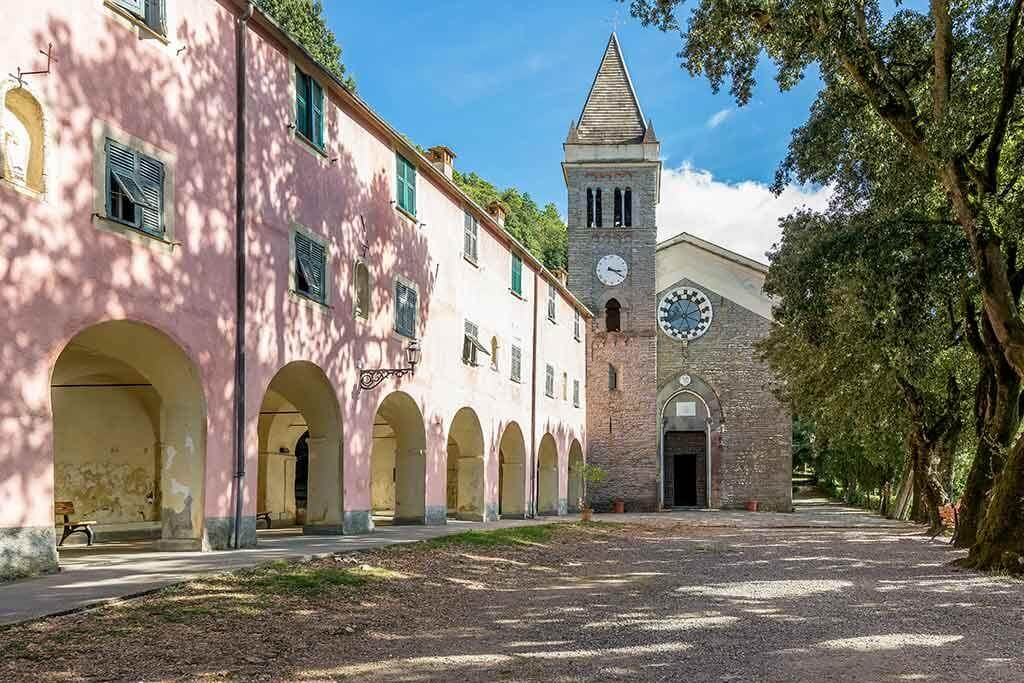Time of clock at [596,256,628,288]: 3:20
